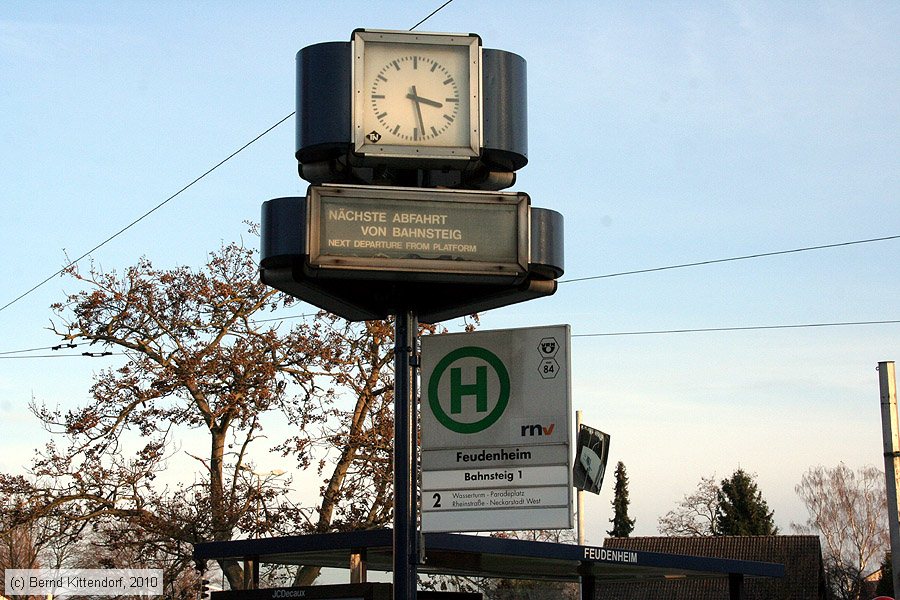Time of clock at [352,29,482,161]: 3:28
